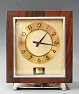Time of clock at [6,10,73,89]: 1:16
